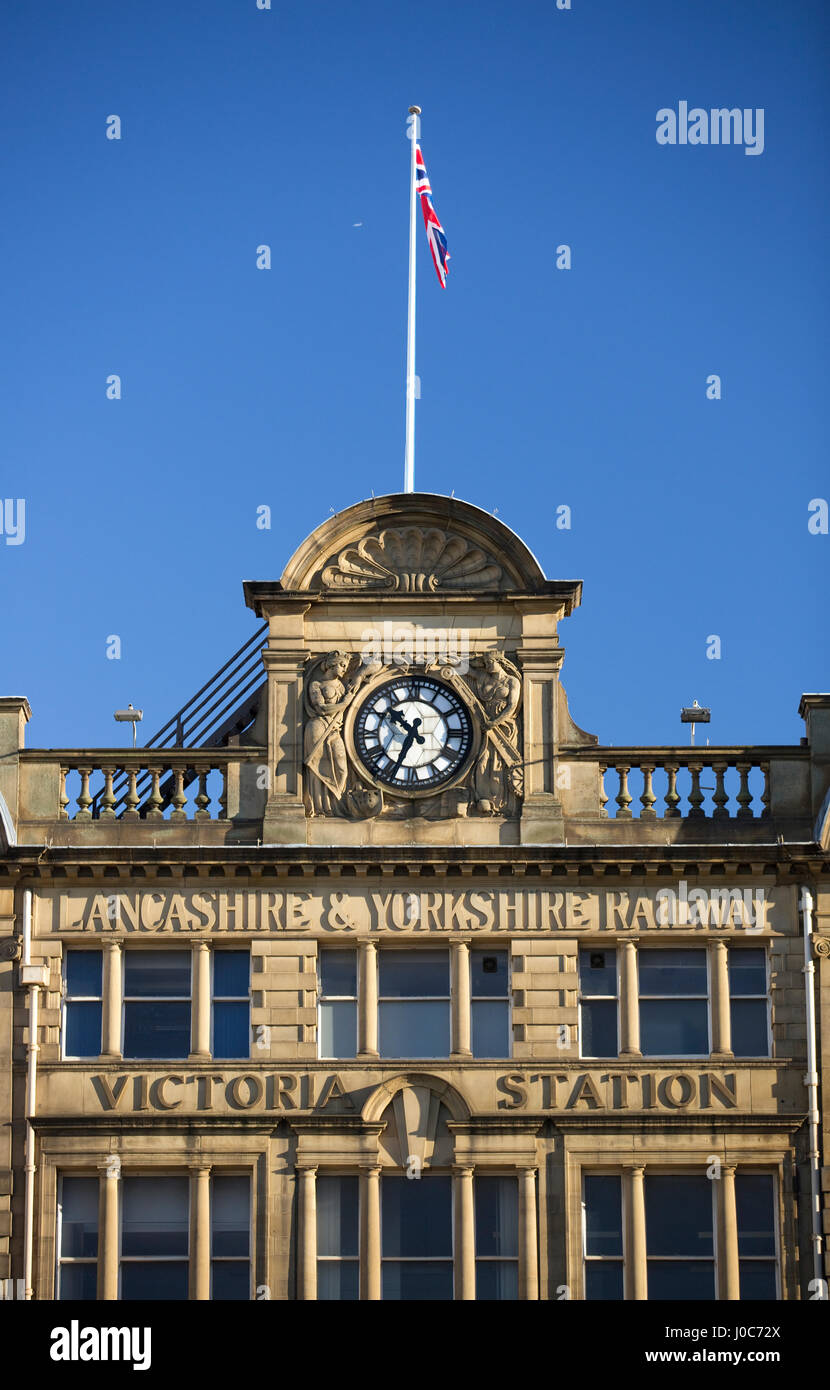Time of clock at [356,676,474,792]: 10:34
